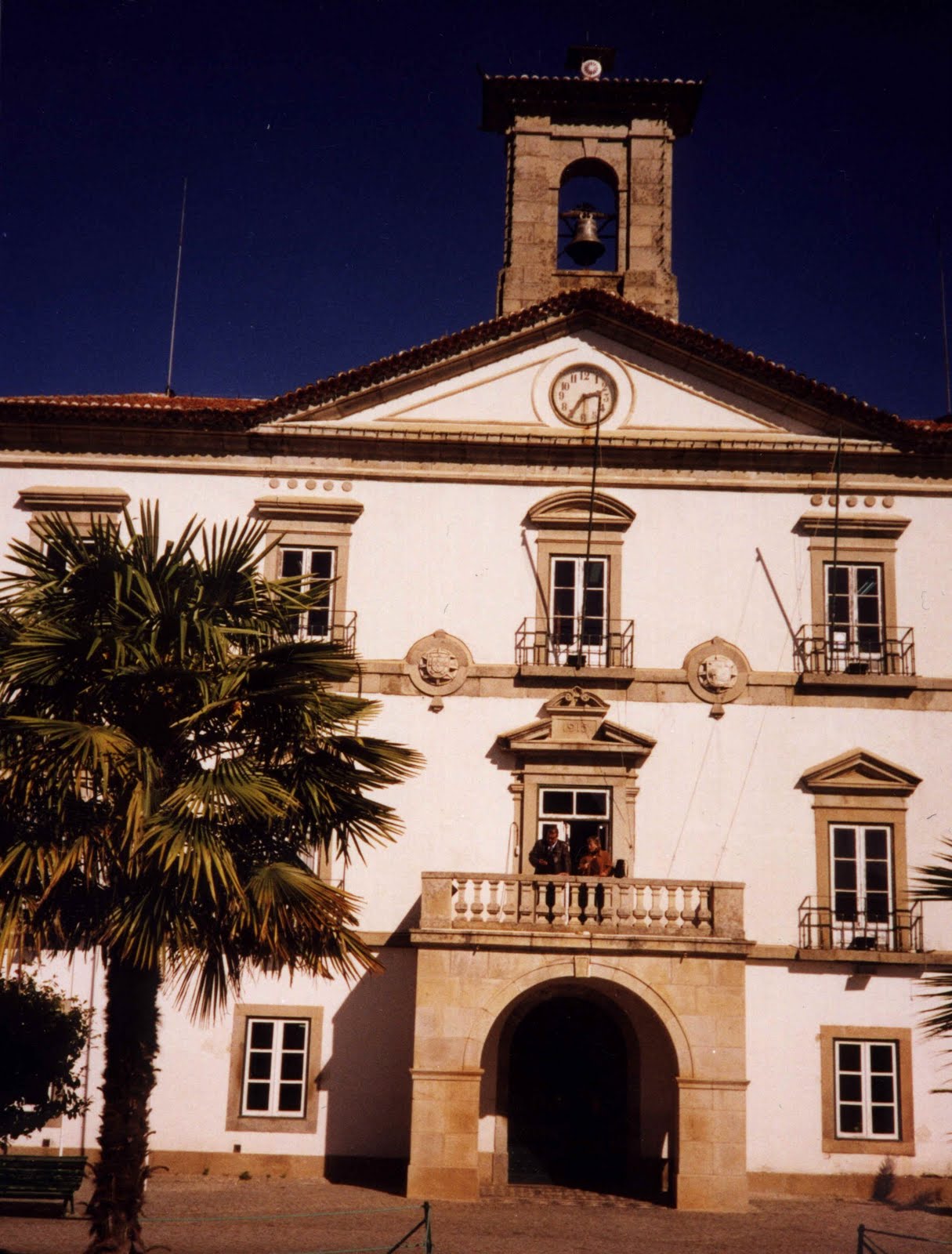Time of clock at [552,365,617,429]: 2:35
